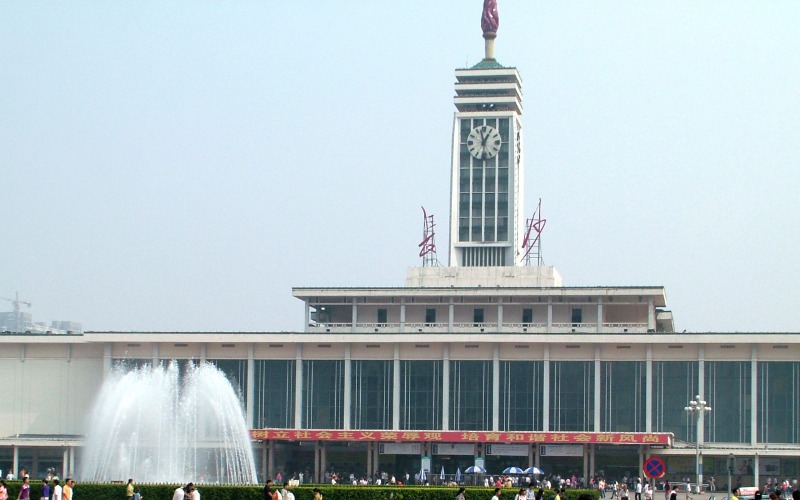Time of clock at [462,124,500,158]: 12:57
